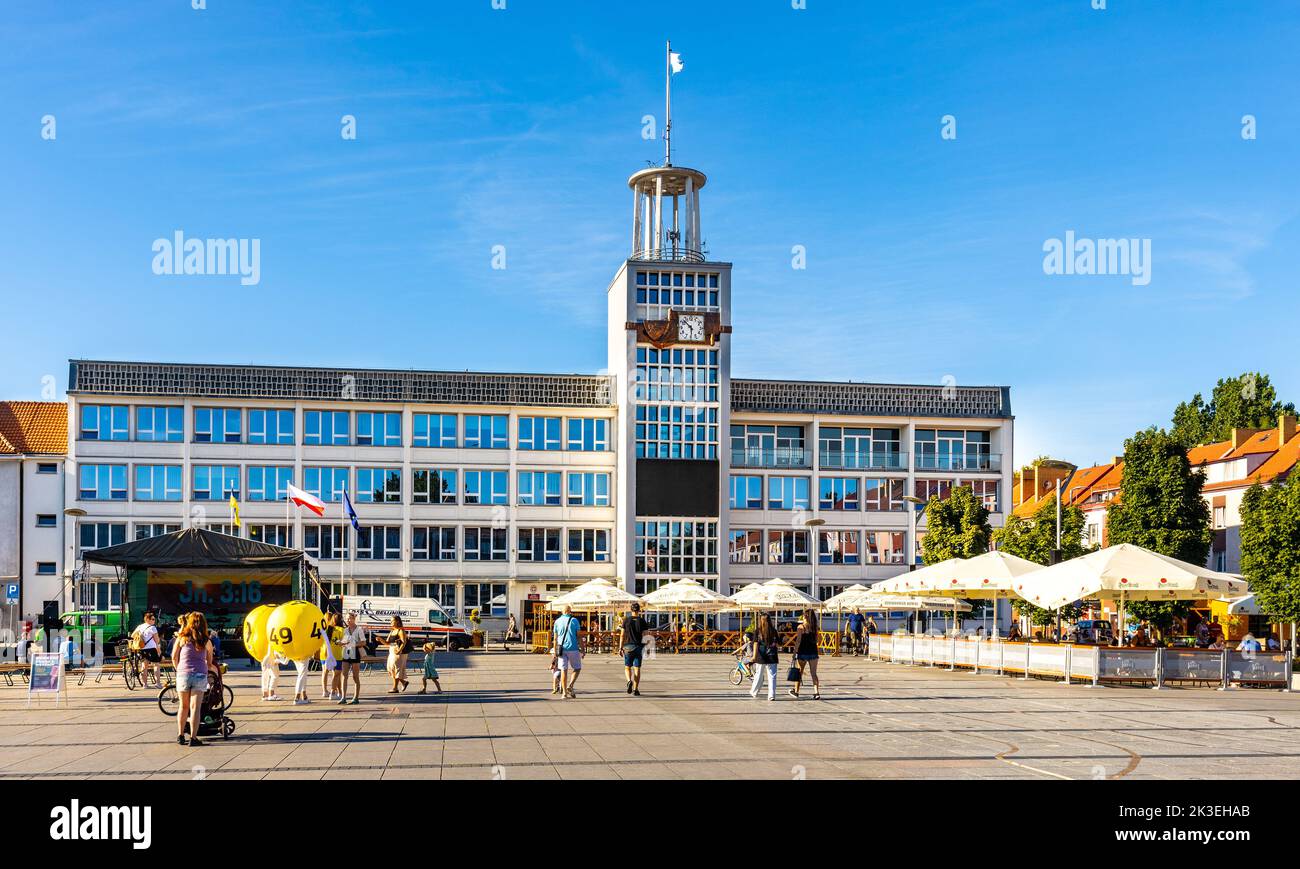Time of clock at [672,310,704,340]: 5:52
